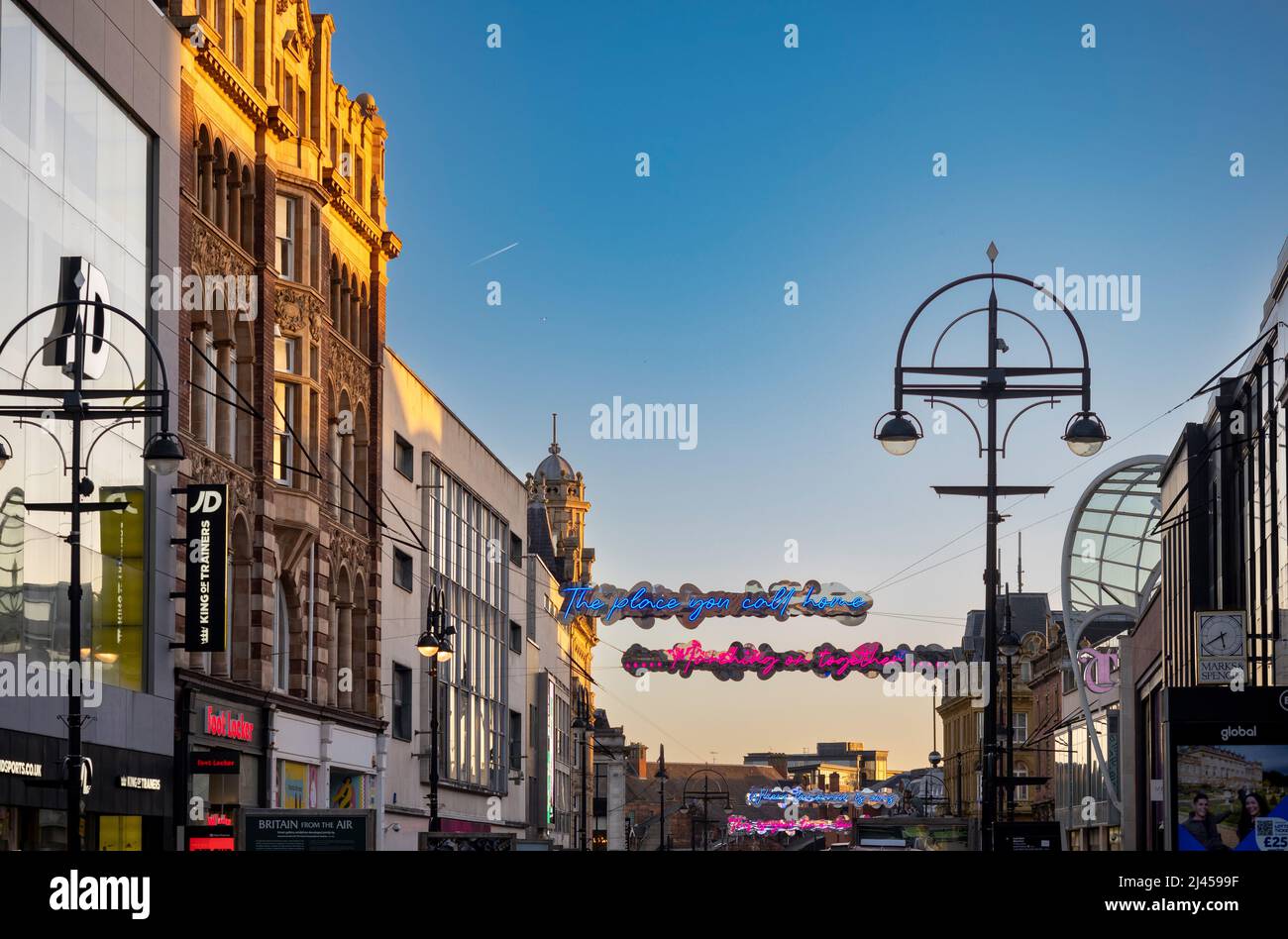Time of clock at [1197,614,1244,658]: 5:40
